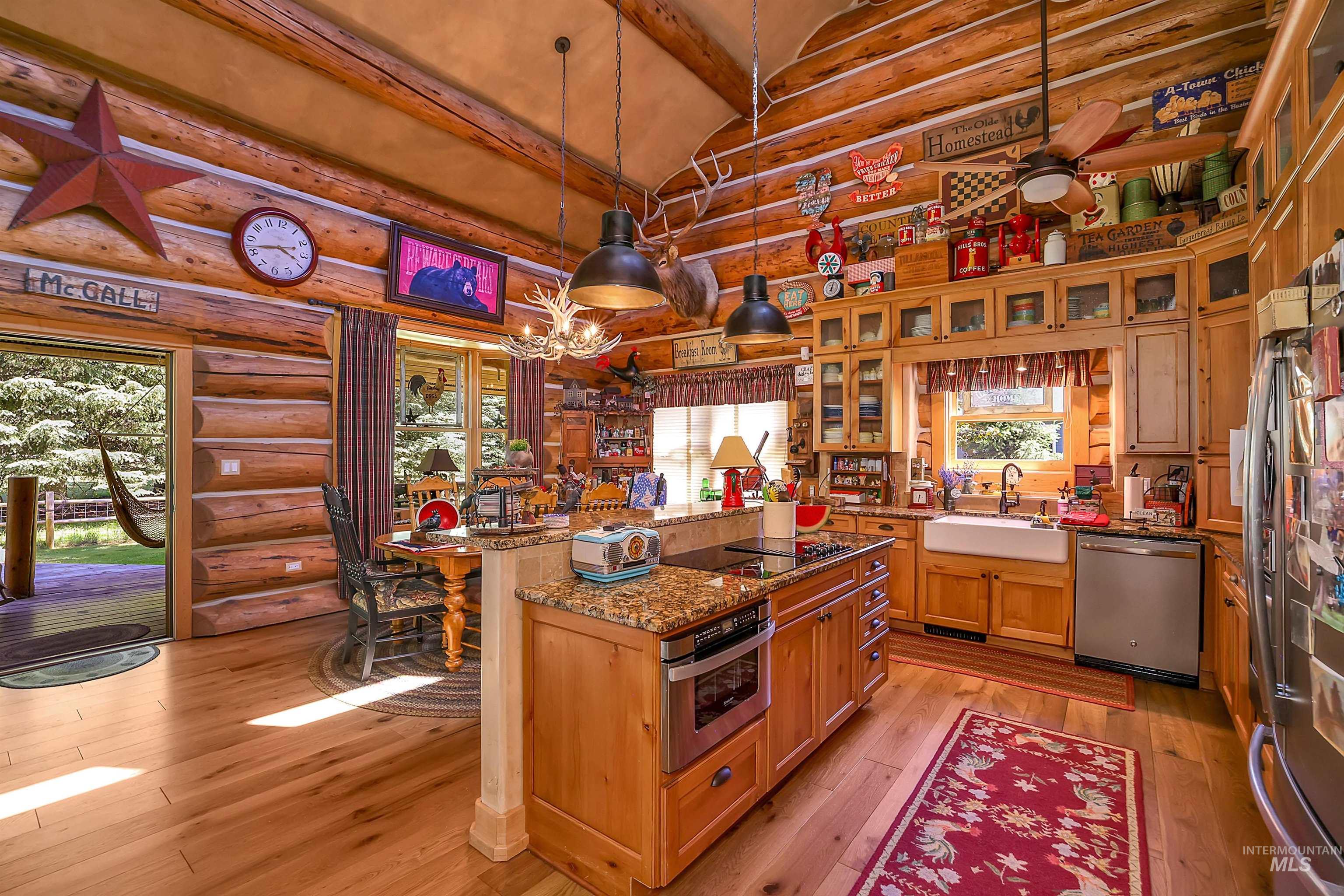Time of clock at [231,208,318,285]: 3:42
